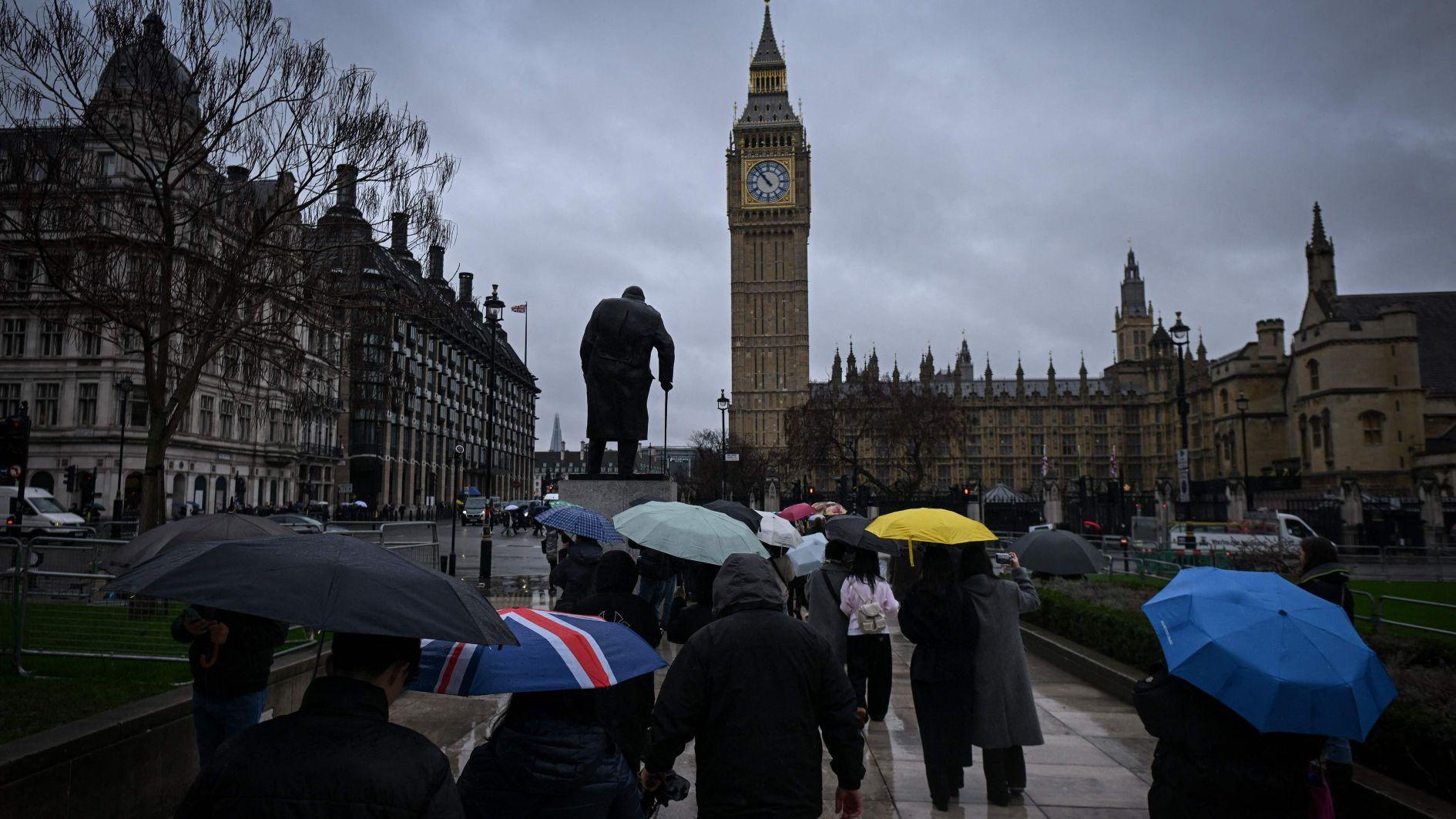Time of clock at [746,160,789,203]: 10:53
